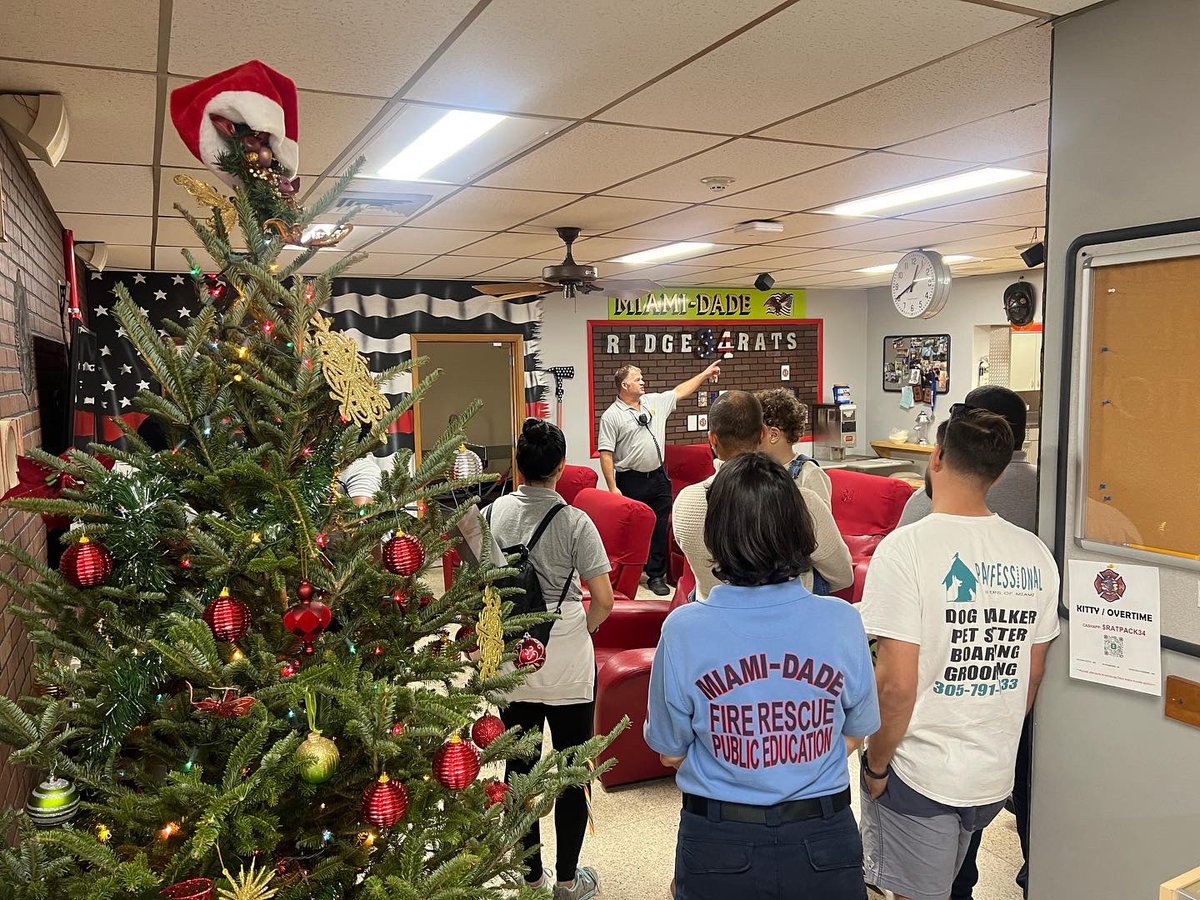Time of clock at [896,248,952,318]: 12:40
